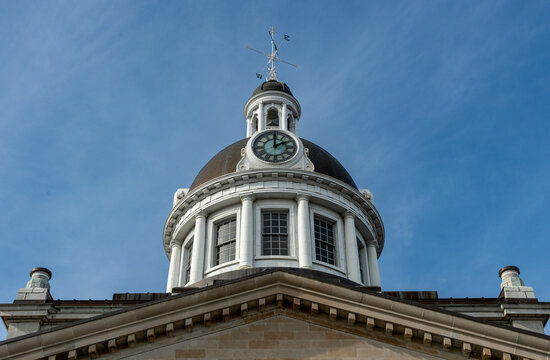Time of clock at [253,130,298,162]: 2:00
